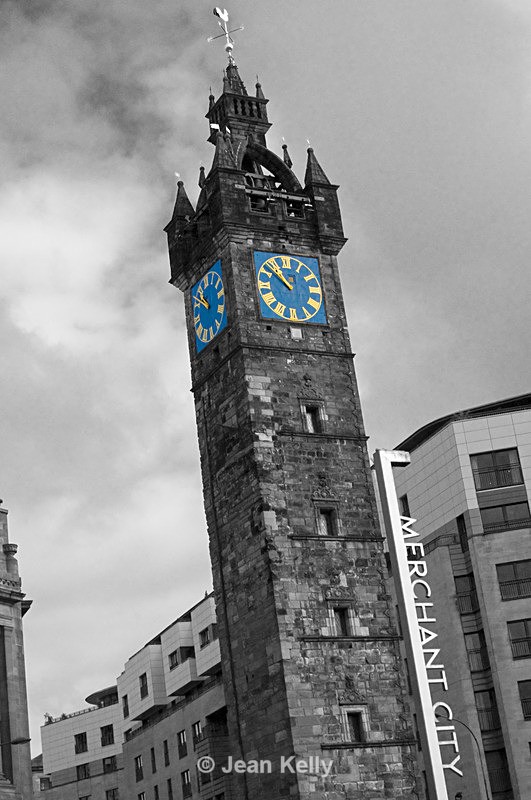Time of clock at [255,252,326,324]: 10:51
